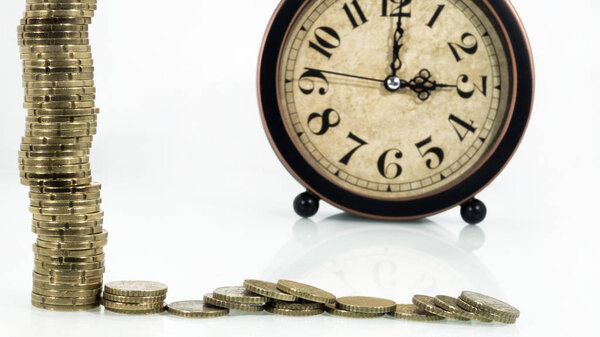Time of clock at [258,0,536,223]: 3:00
